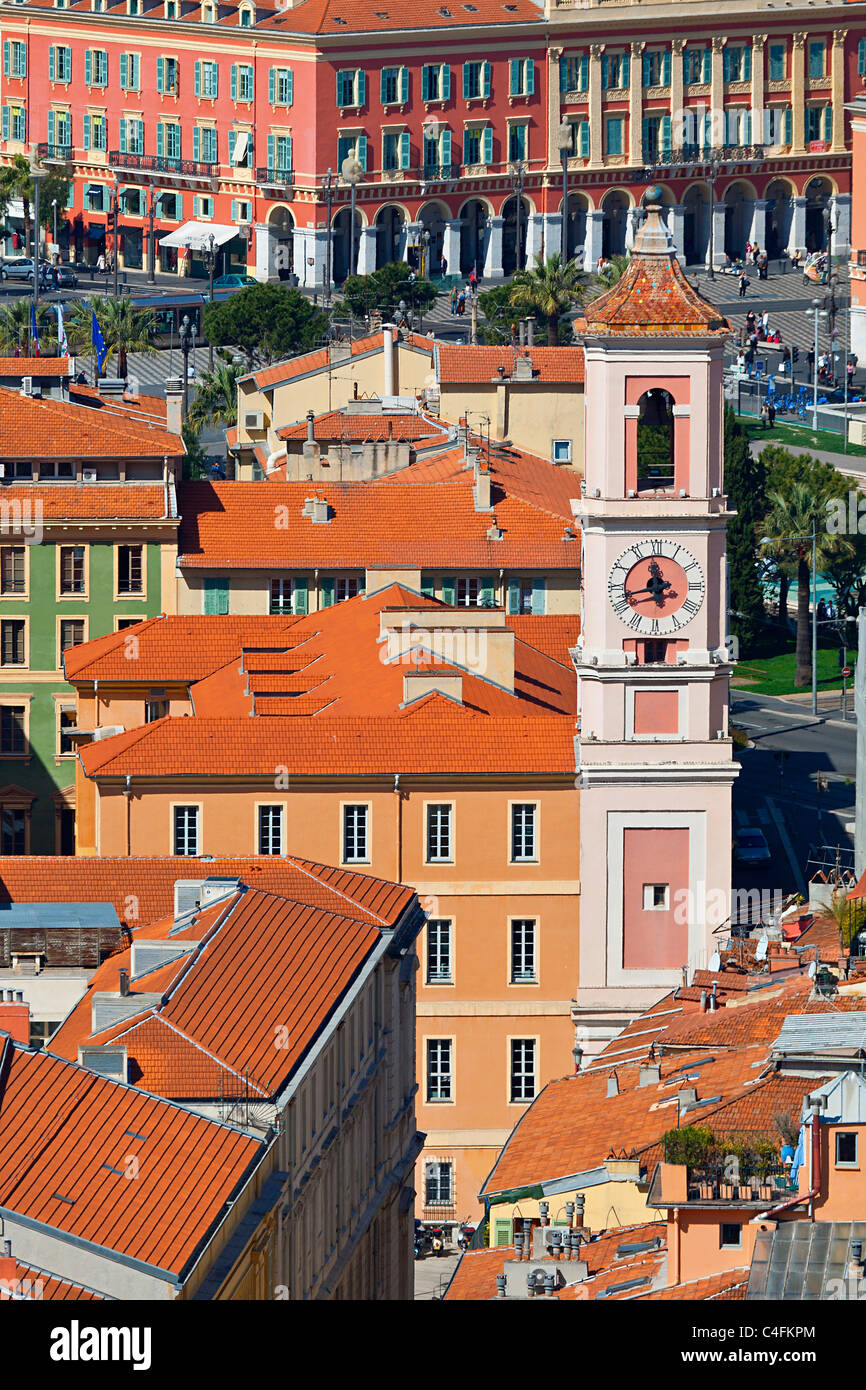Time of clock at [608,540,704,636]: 11:42
